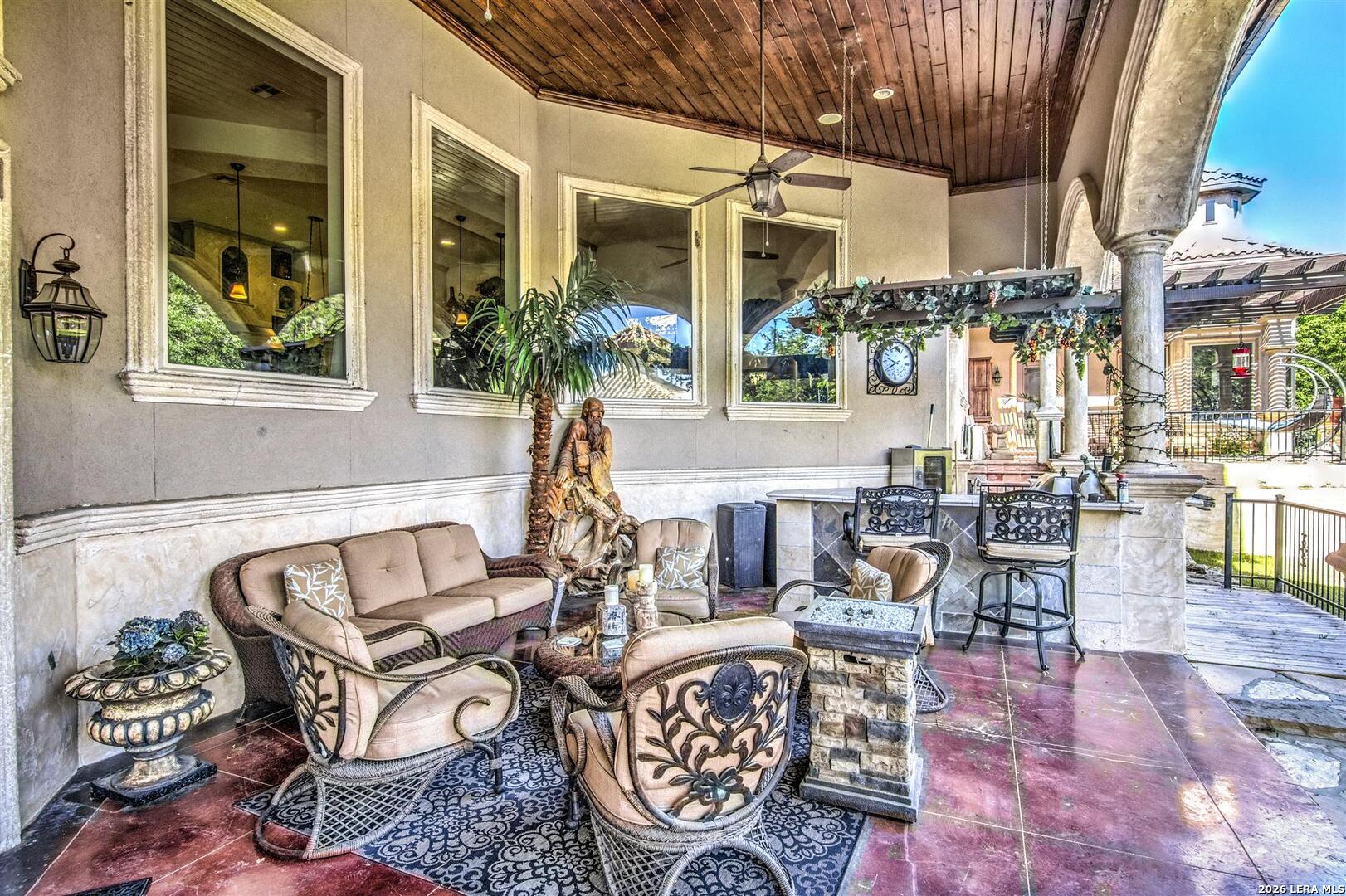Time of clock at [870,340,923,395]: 9:40
